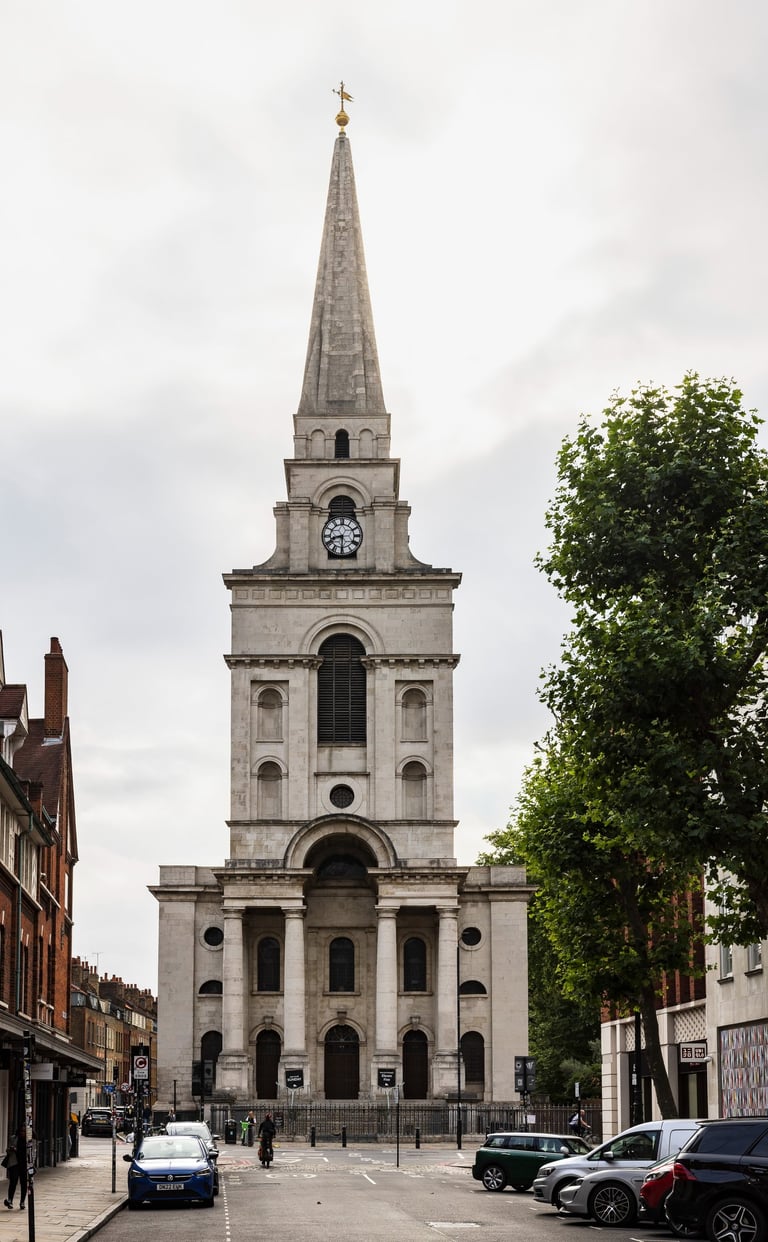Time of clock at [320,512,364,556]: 8:29
